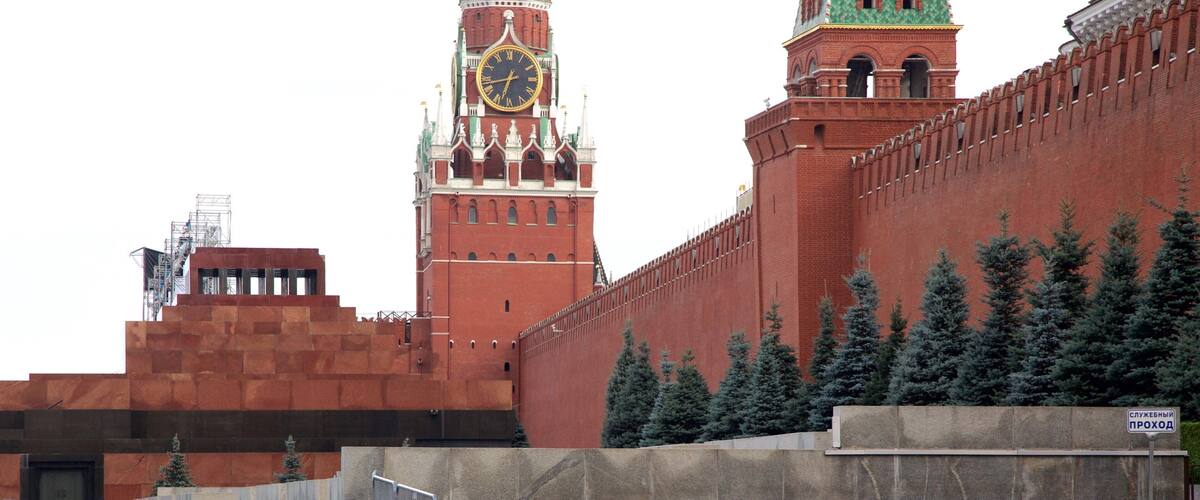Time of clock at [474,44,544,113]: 6:42
